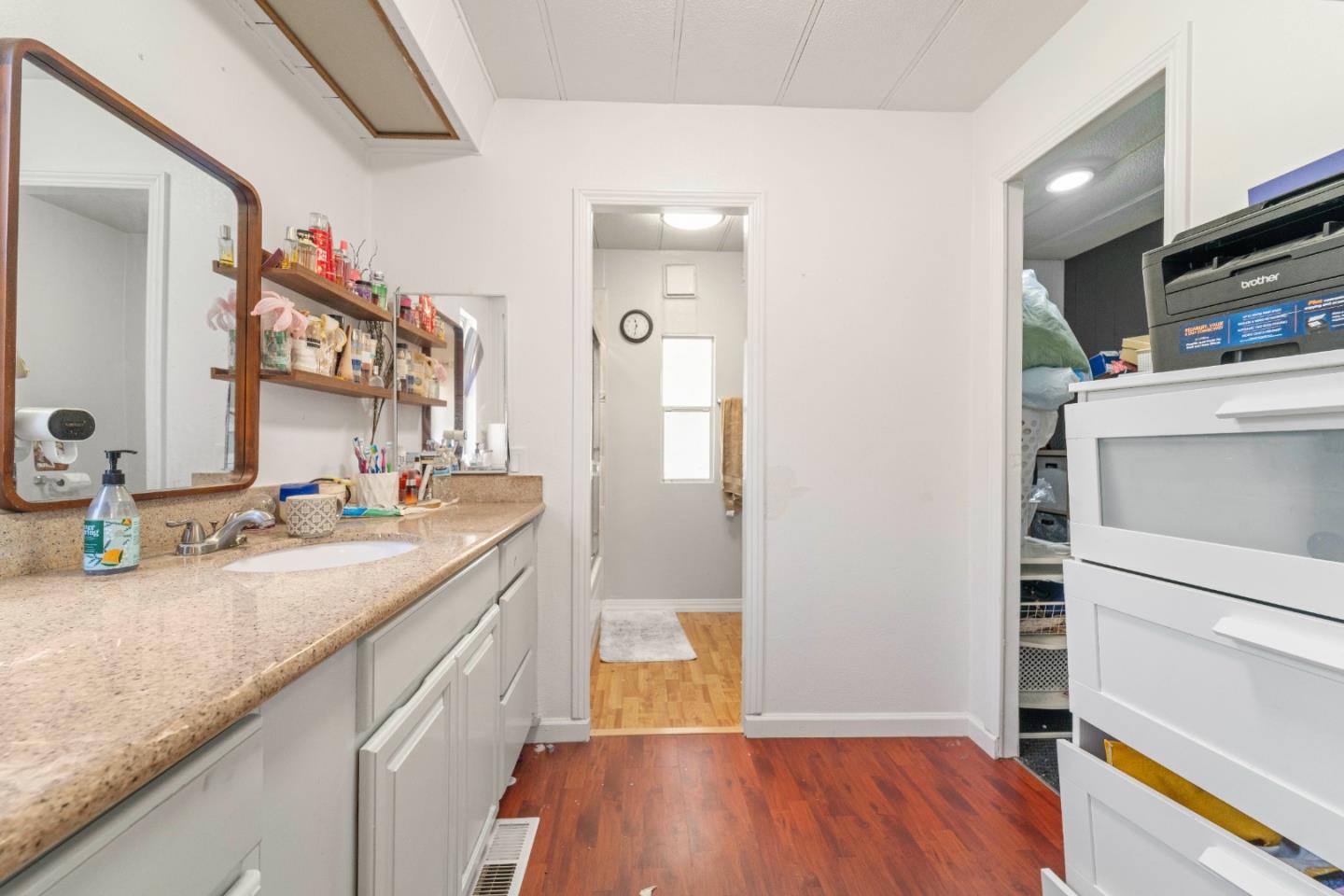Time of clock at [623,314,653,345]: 11:32
